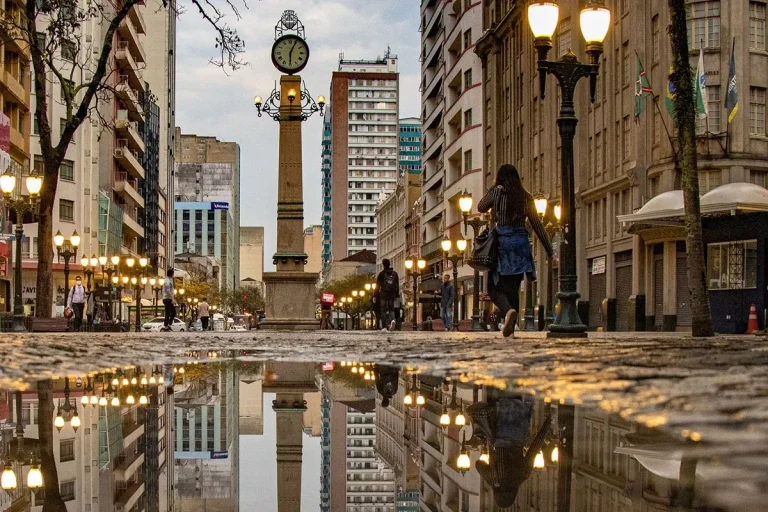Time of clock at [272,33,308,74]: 6:04
